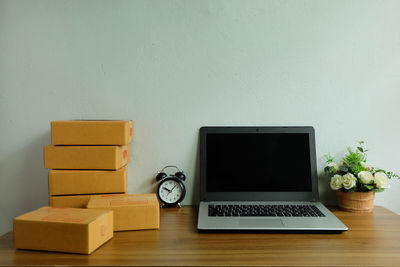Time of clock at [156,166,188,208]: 10:07
